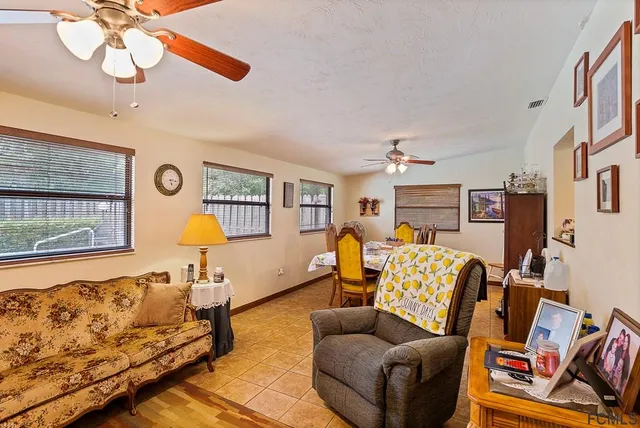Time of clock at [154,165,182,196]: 5:16
